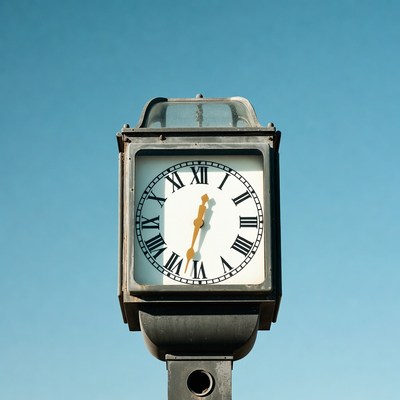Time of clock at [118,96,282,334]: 12:32
